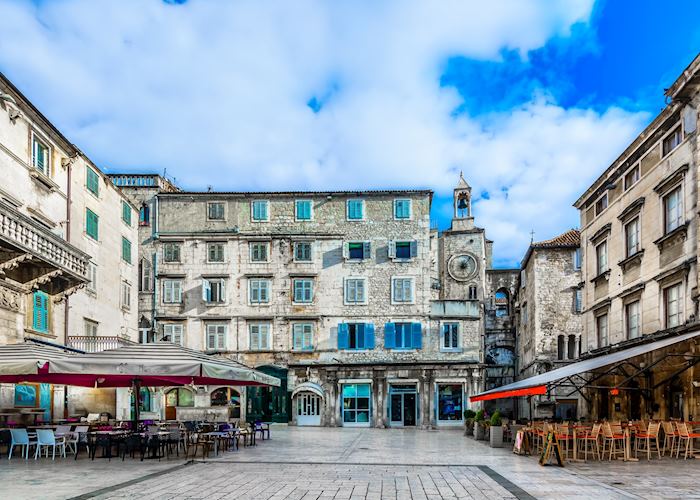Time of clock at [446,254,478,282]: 6:06
